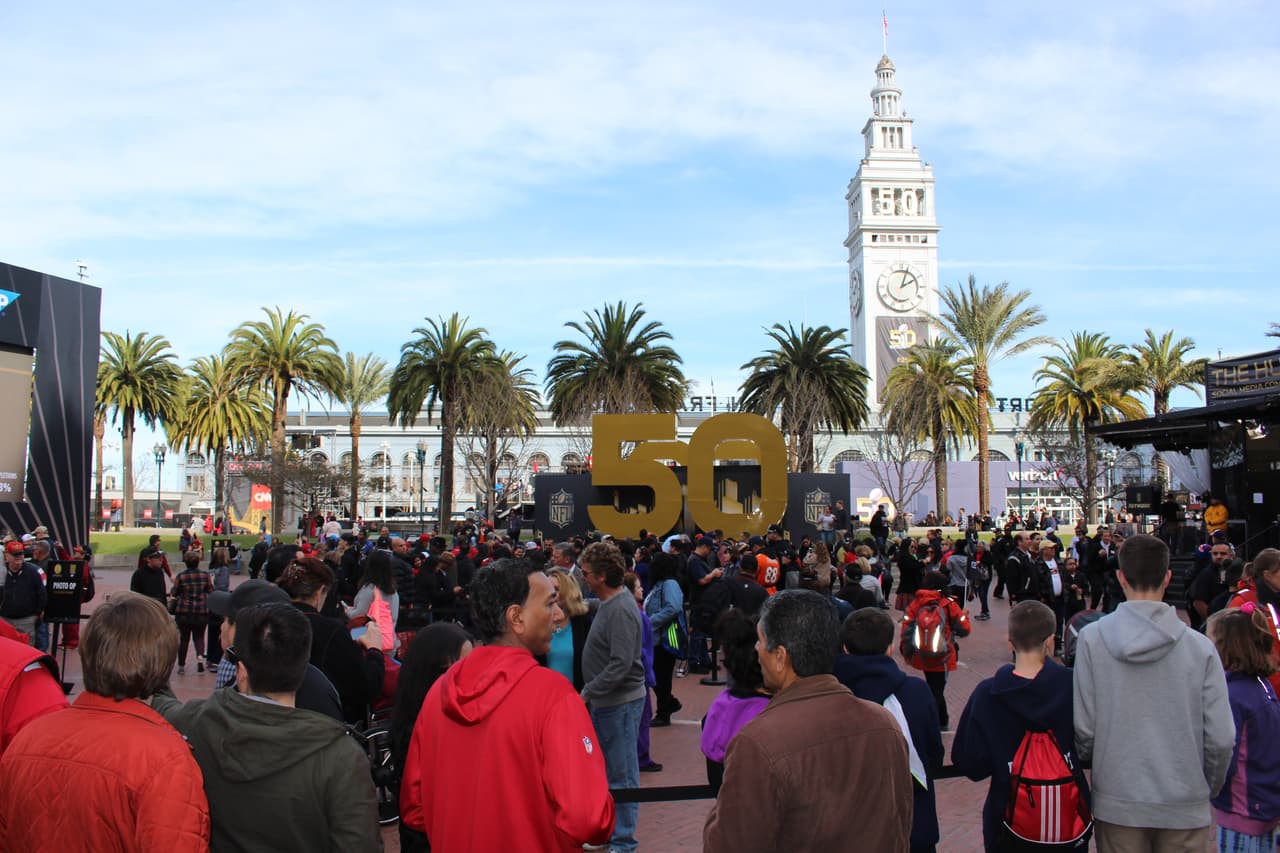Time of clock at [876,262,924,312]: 2:03
